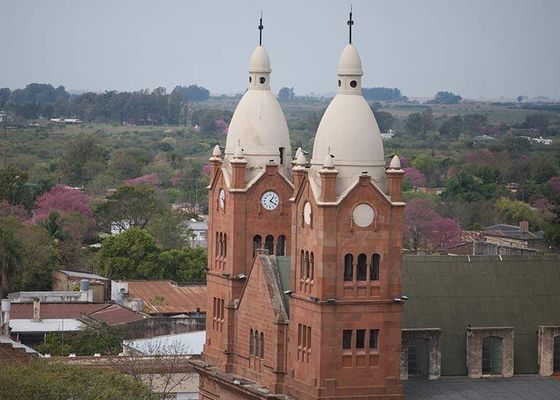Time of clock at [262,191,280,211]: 1:20
